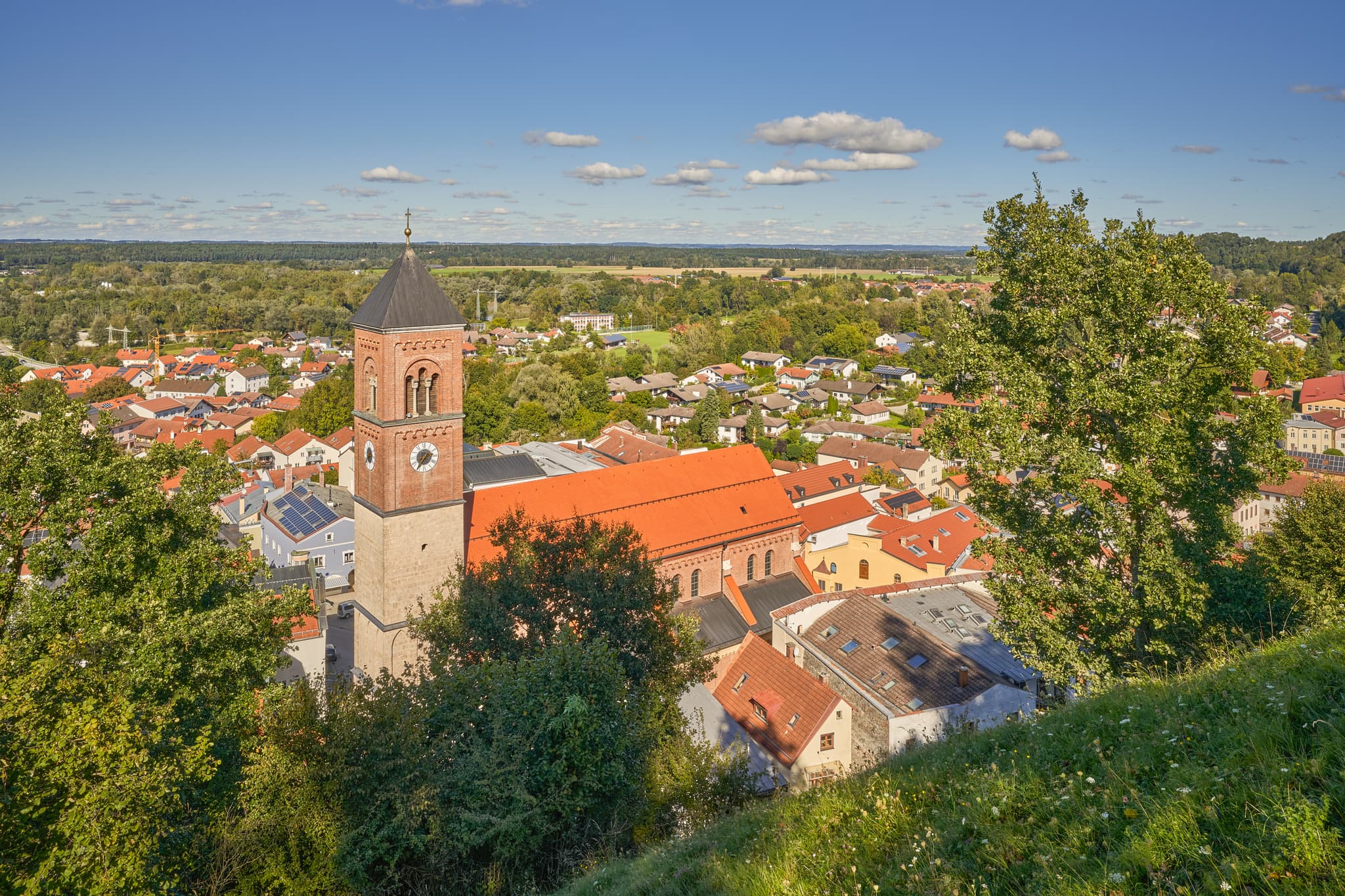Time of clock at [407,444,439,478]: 2:36
